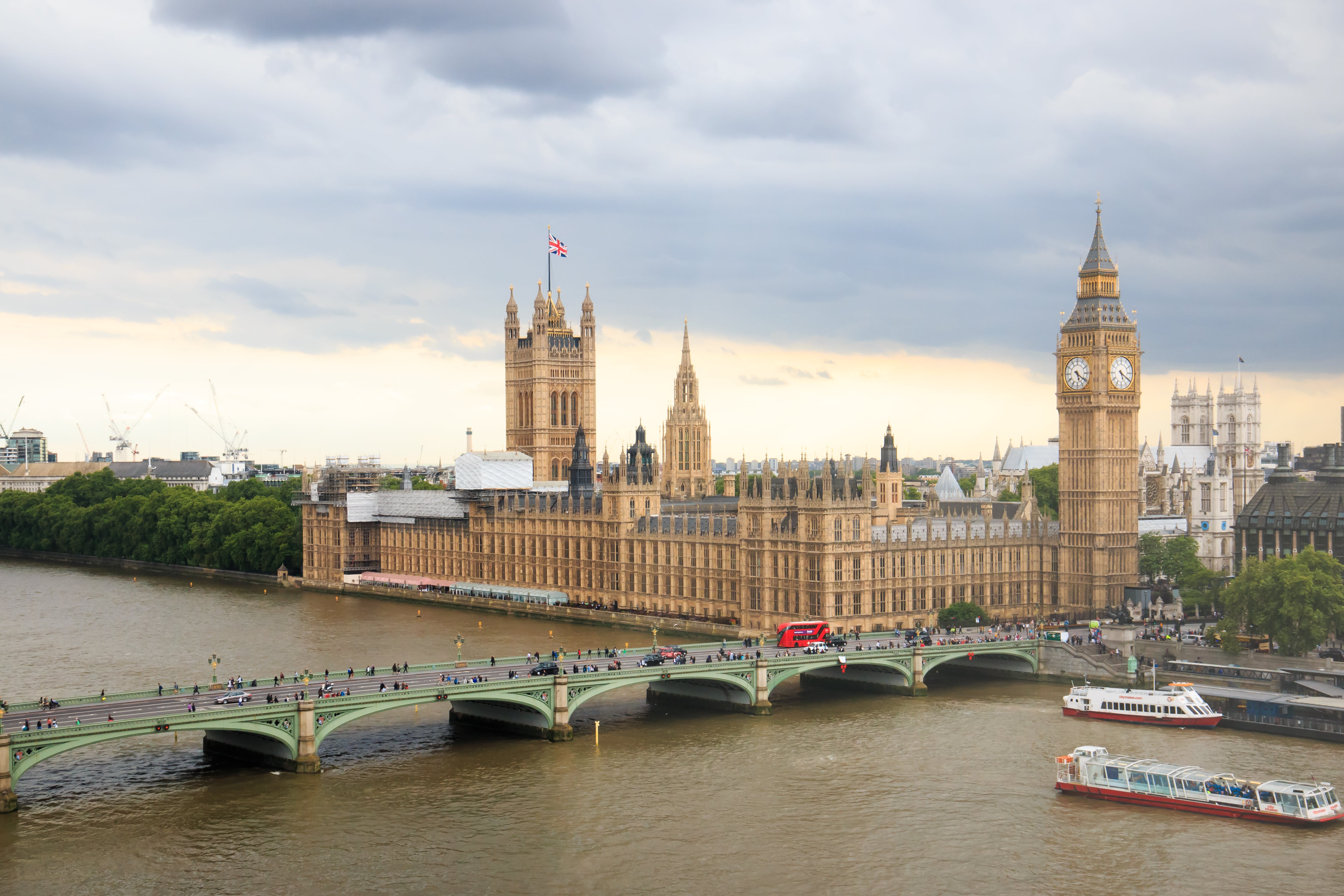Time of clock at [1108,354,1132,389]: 5:20
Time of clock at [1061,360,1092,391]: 5:20
